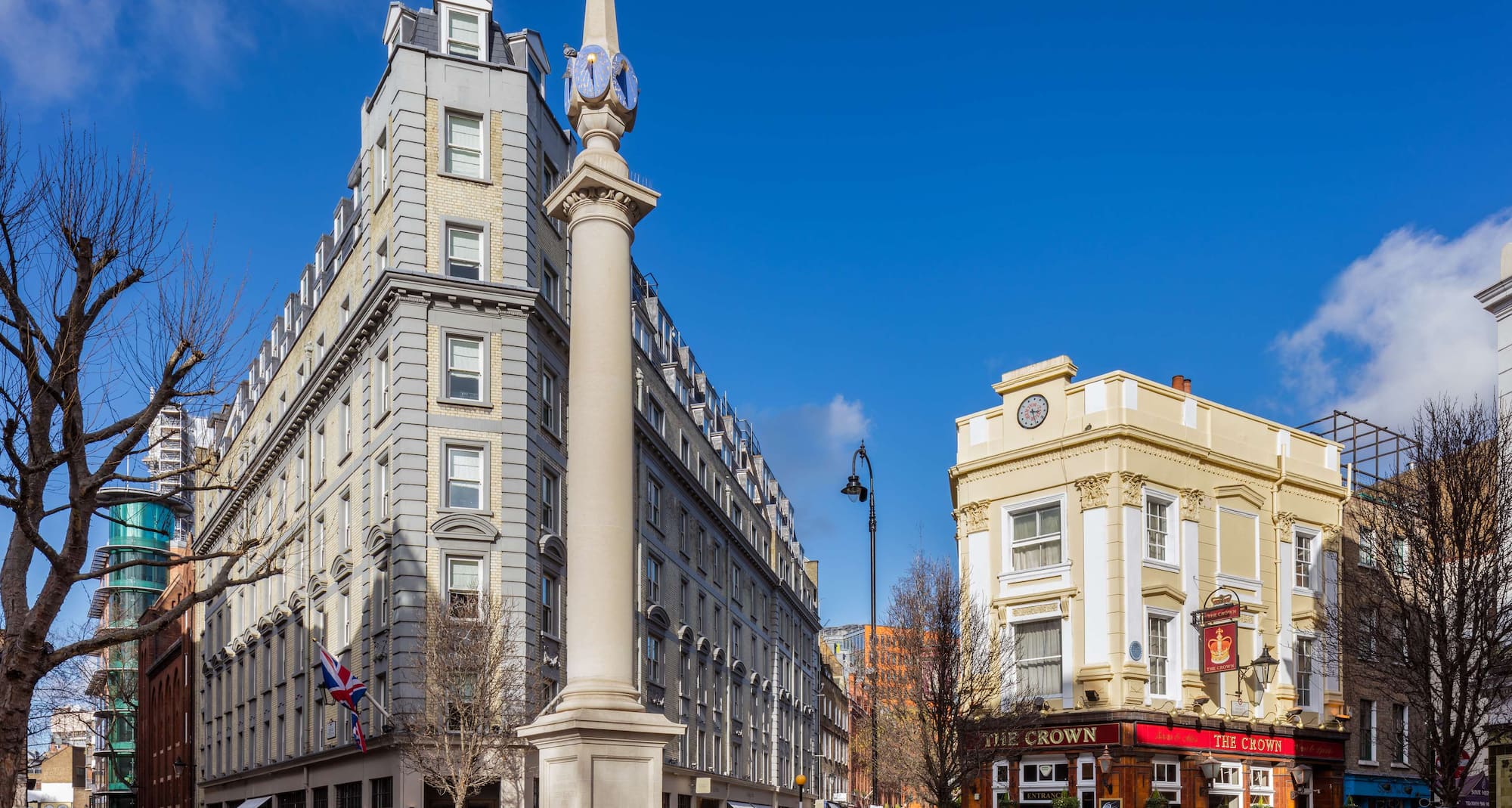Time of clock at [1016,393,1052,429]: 3:26
